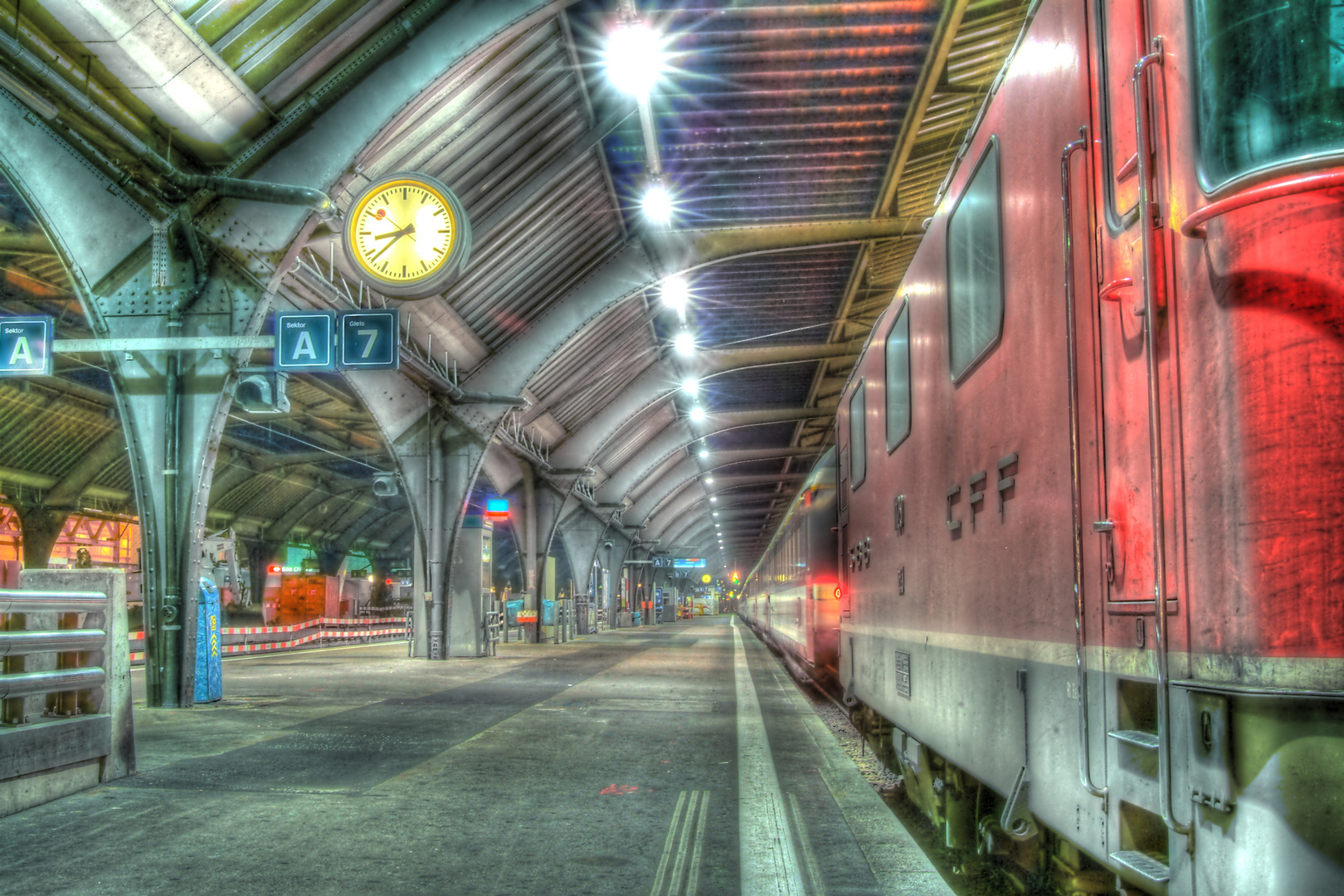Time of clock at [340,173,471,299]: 8:38
